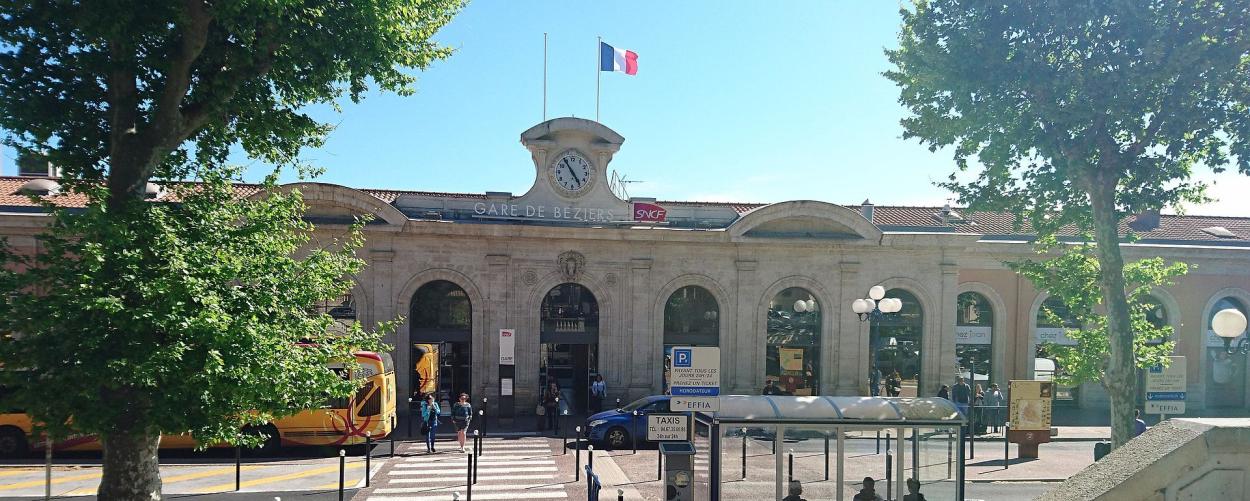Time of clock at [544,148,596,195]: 4:54
